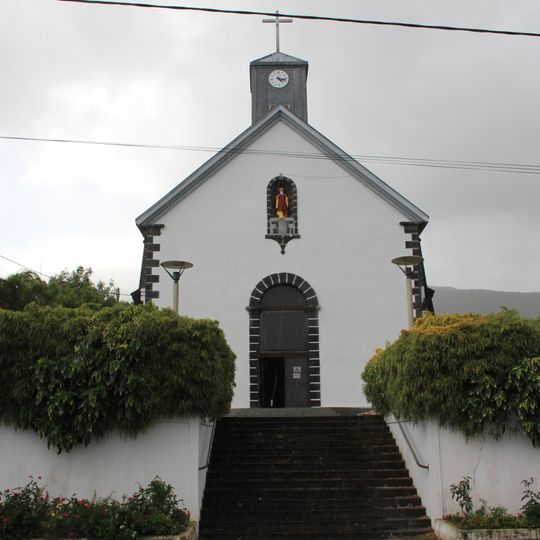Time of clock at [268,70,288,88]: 4:16
